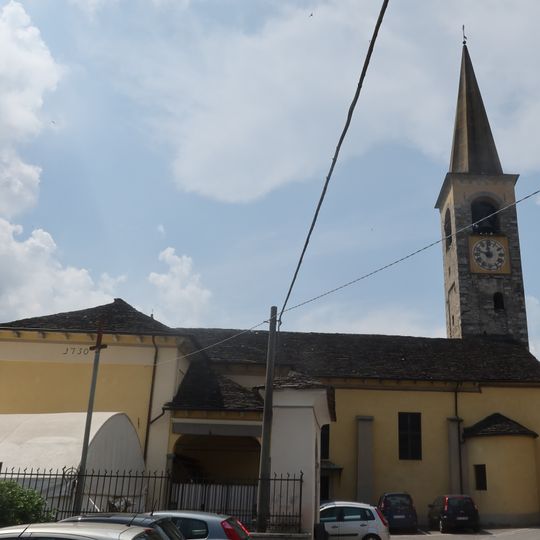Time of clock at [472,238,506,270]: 11:48
